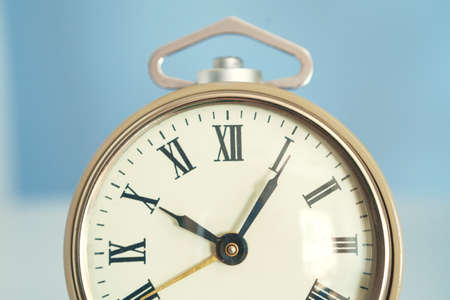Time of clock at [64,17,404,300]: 10:05
